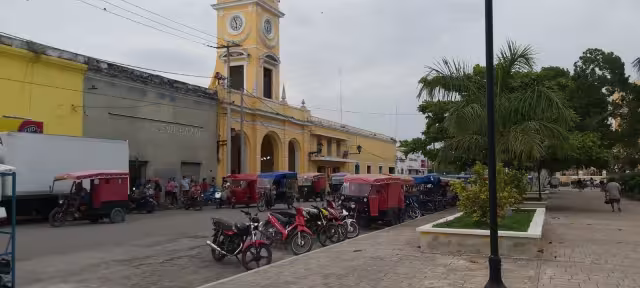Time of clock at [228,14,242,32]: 5:55
